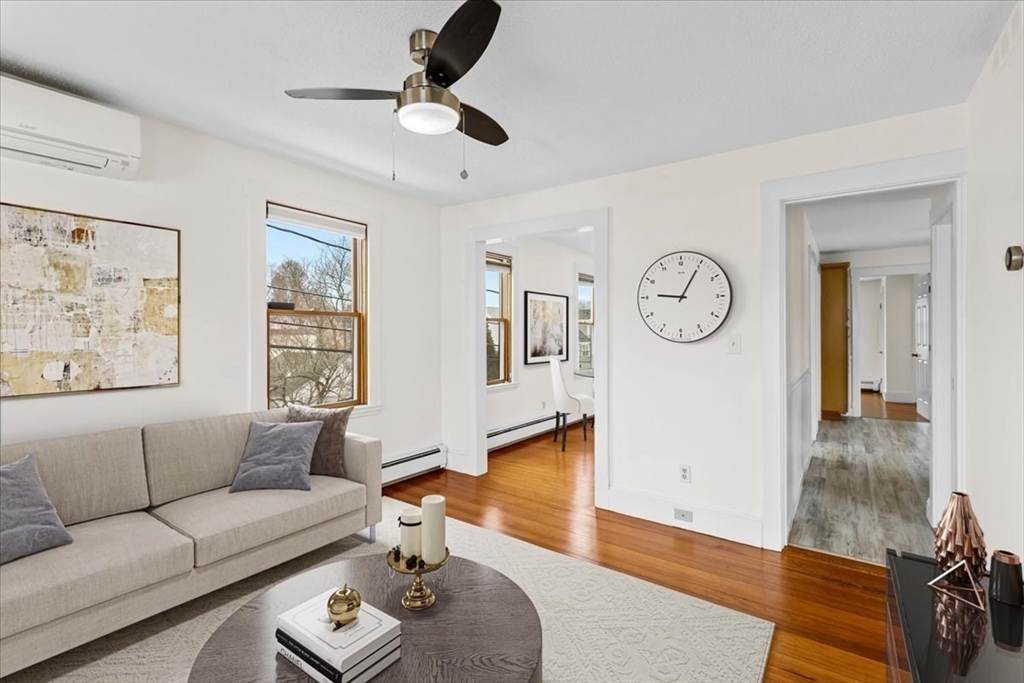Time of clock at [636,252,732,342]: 9:04
